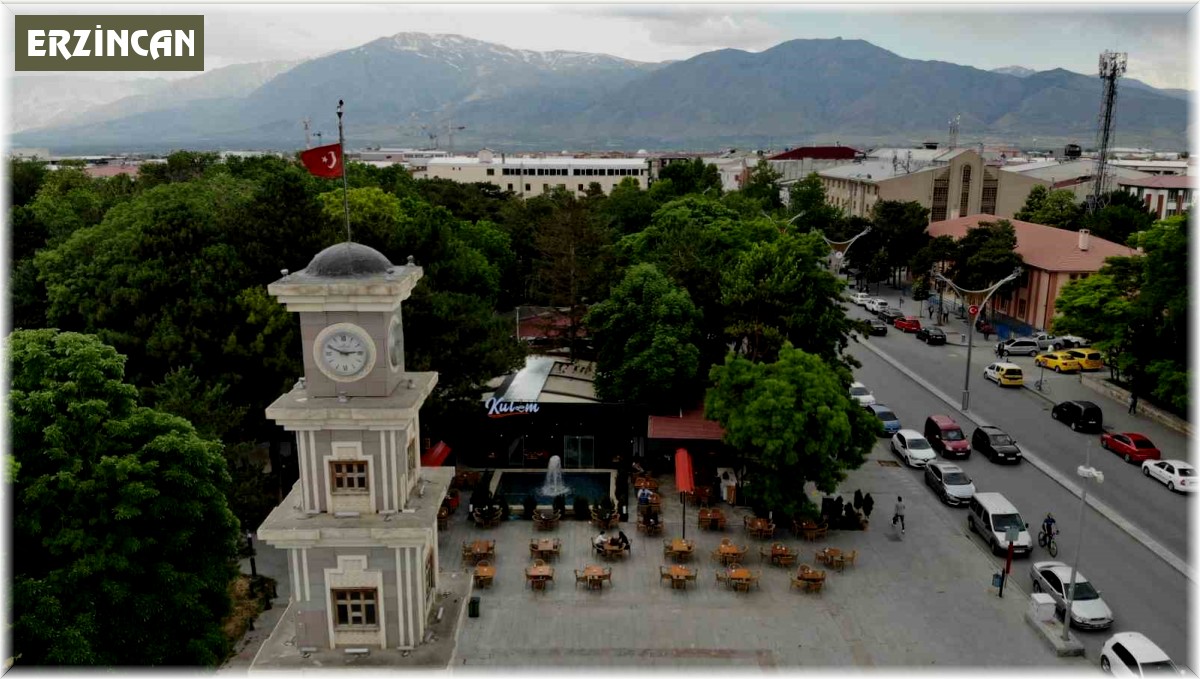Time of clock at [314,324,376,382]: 2:49
